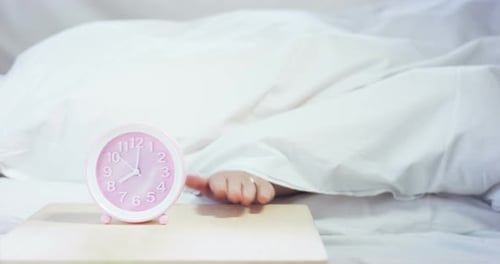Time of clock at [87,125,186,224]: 8:00
